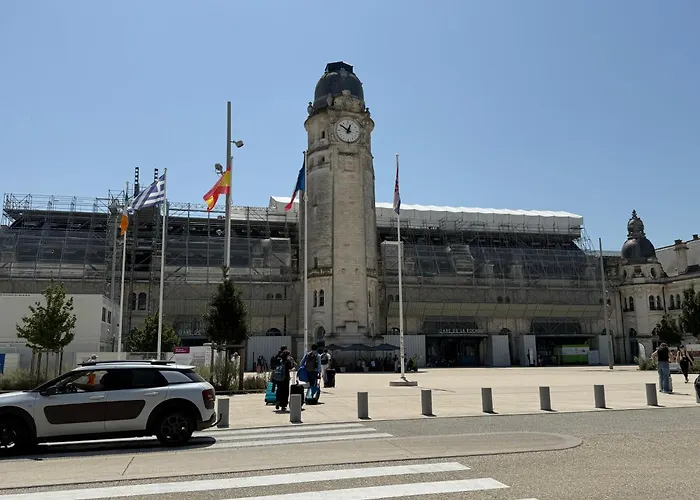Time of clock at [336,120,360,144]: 12:51
